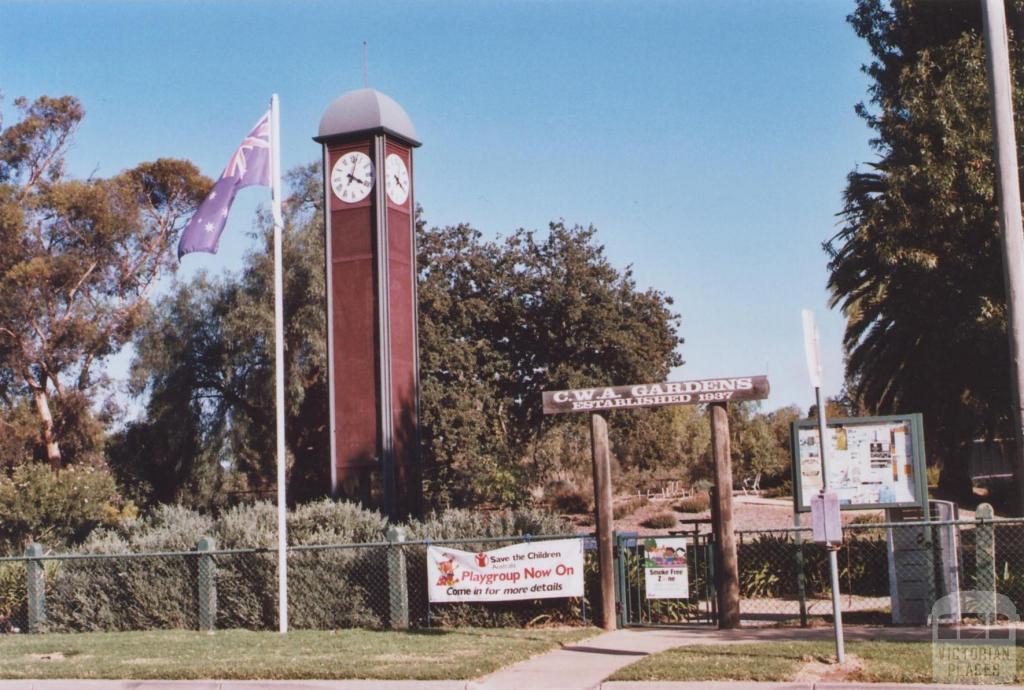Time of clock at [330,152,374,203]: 4:02
